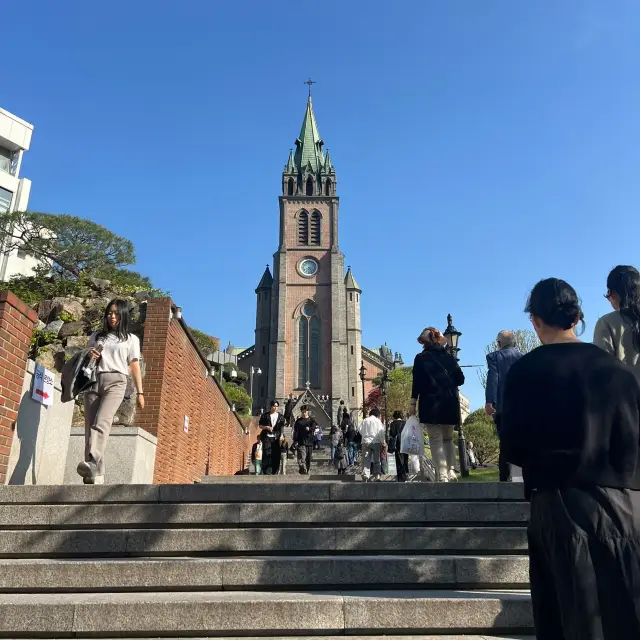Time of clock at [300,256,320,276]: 7:24
